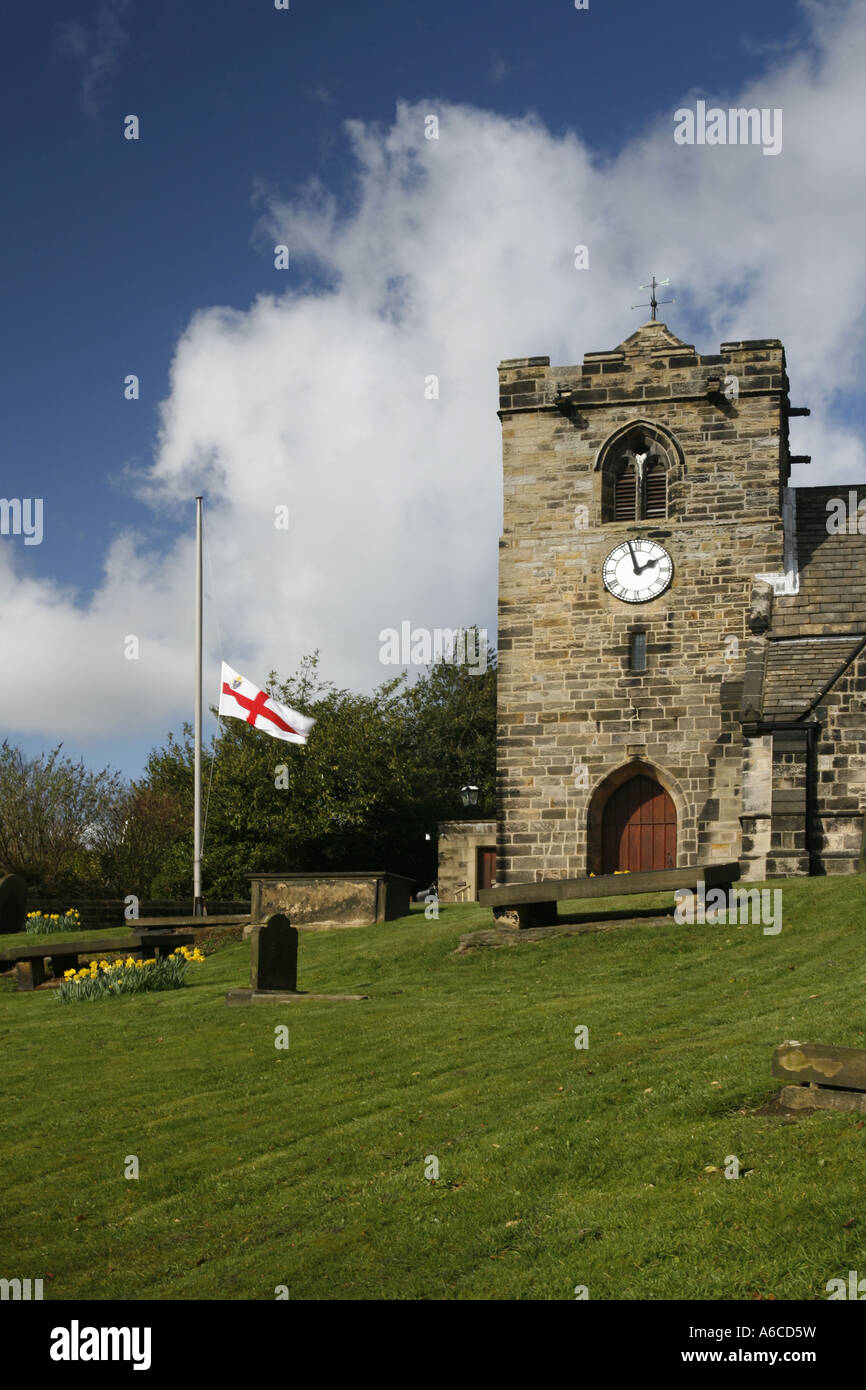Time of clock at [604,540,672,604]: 1:57
